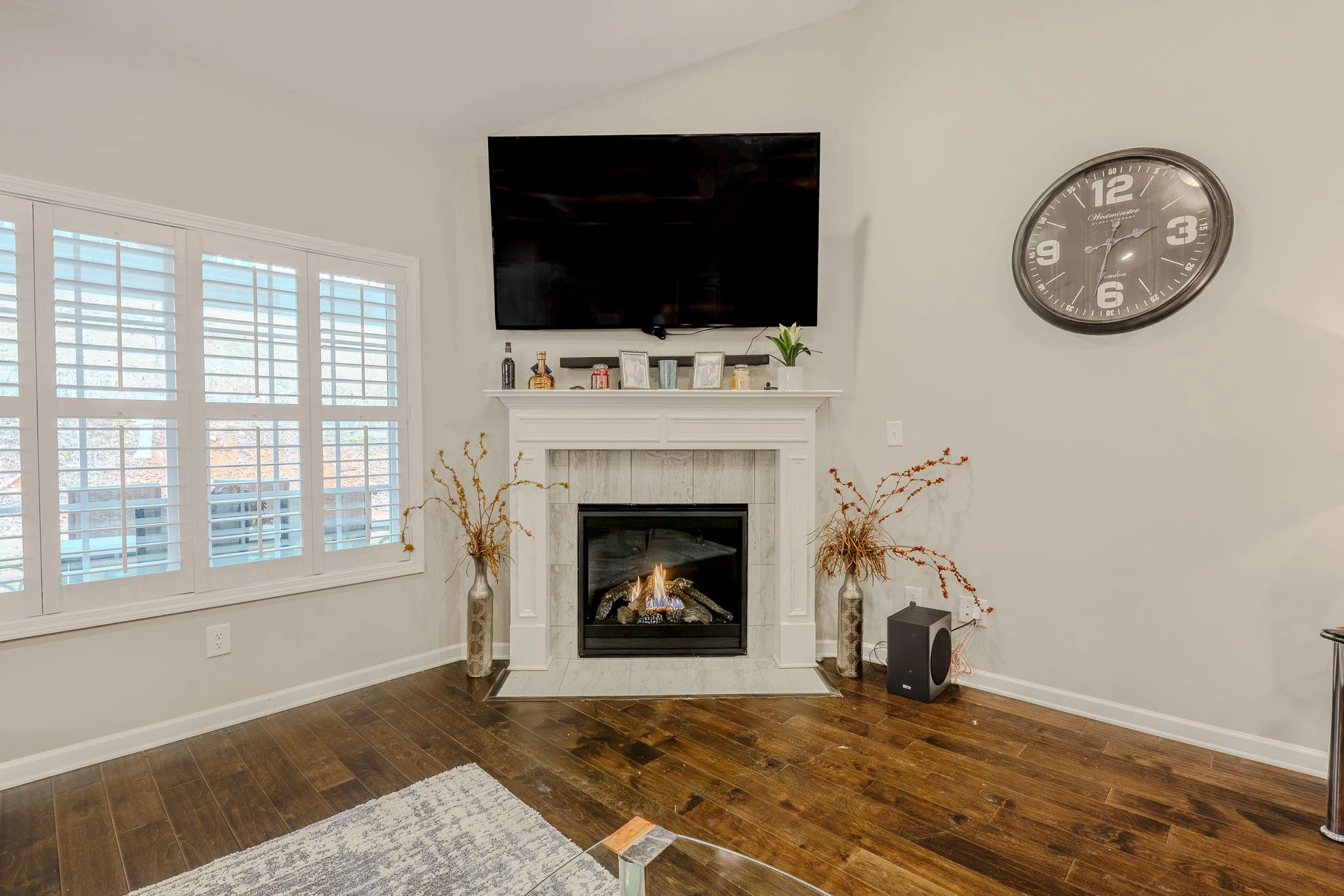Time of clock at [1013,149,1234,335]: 2:32
